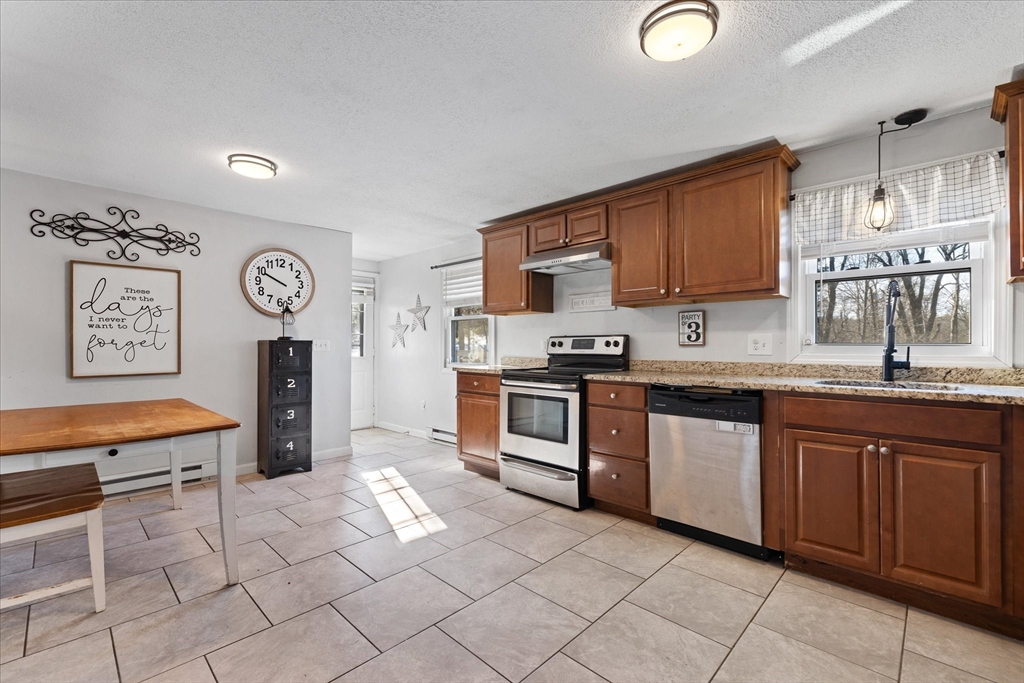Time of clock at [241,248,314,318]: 9:49
